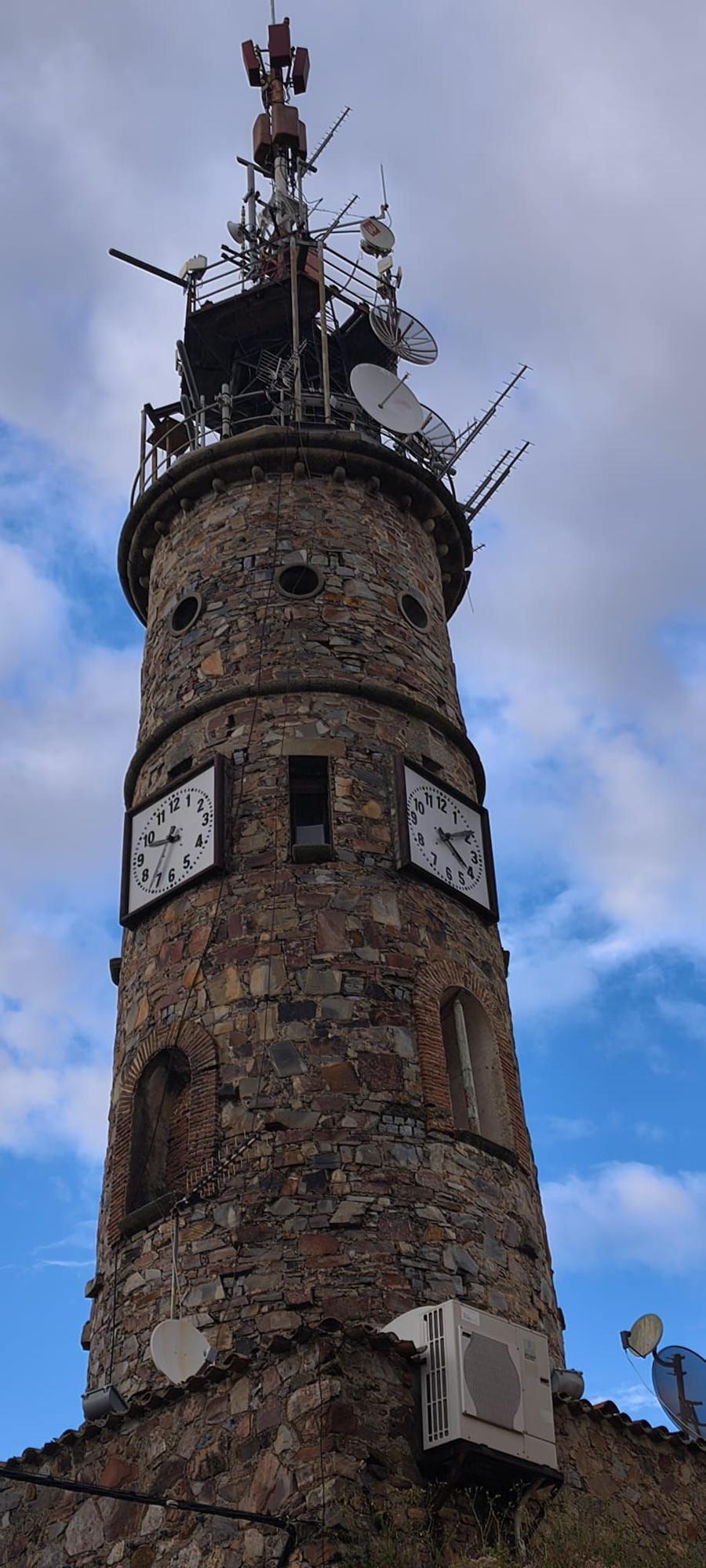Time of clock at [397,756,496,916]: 4:09
